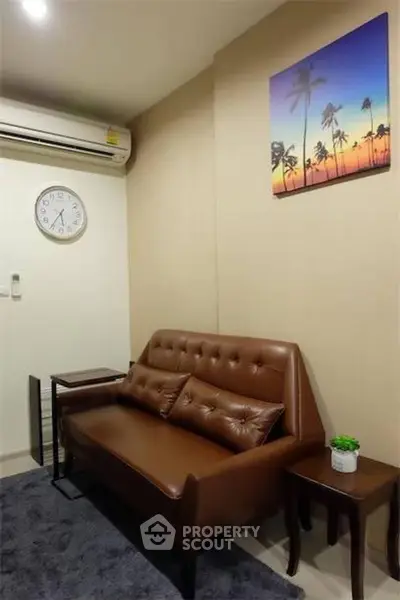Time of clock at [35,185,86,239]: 5:35
